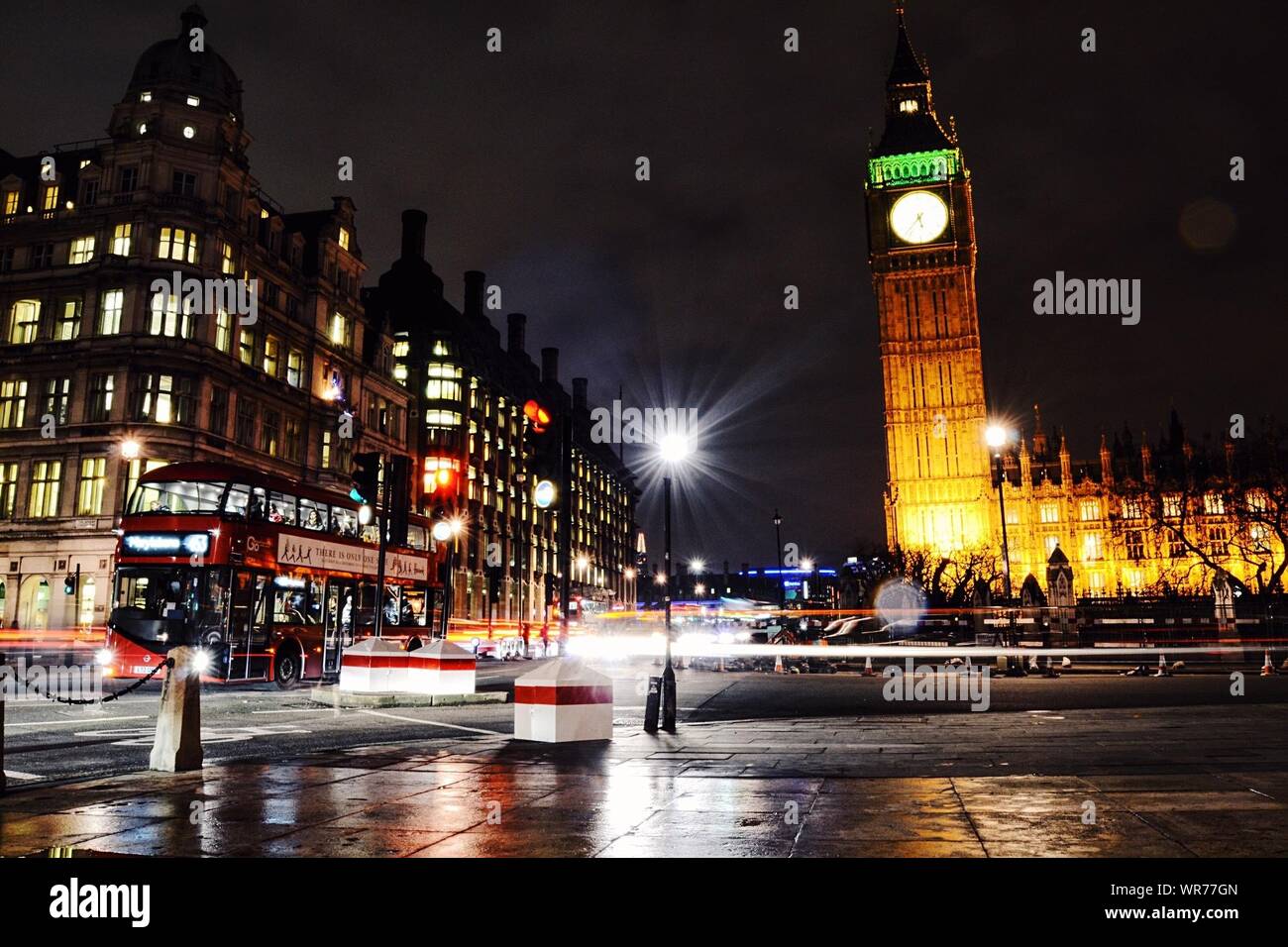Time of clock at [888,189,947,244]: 5:36
